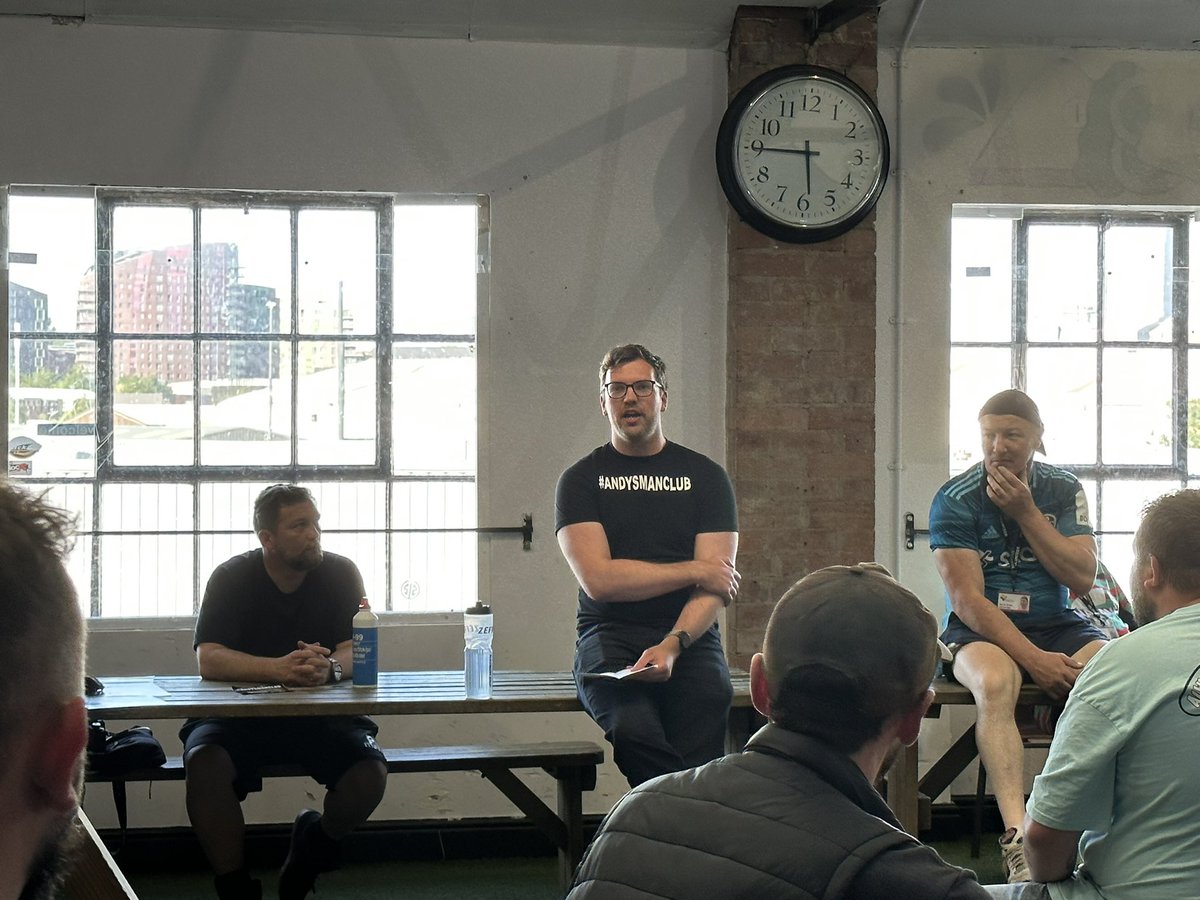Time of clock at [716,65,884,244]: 5:45
